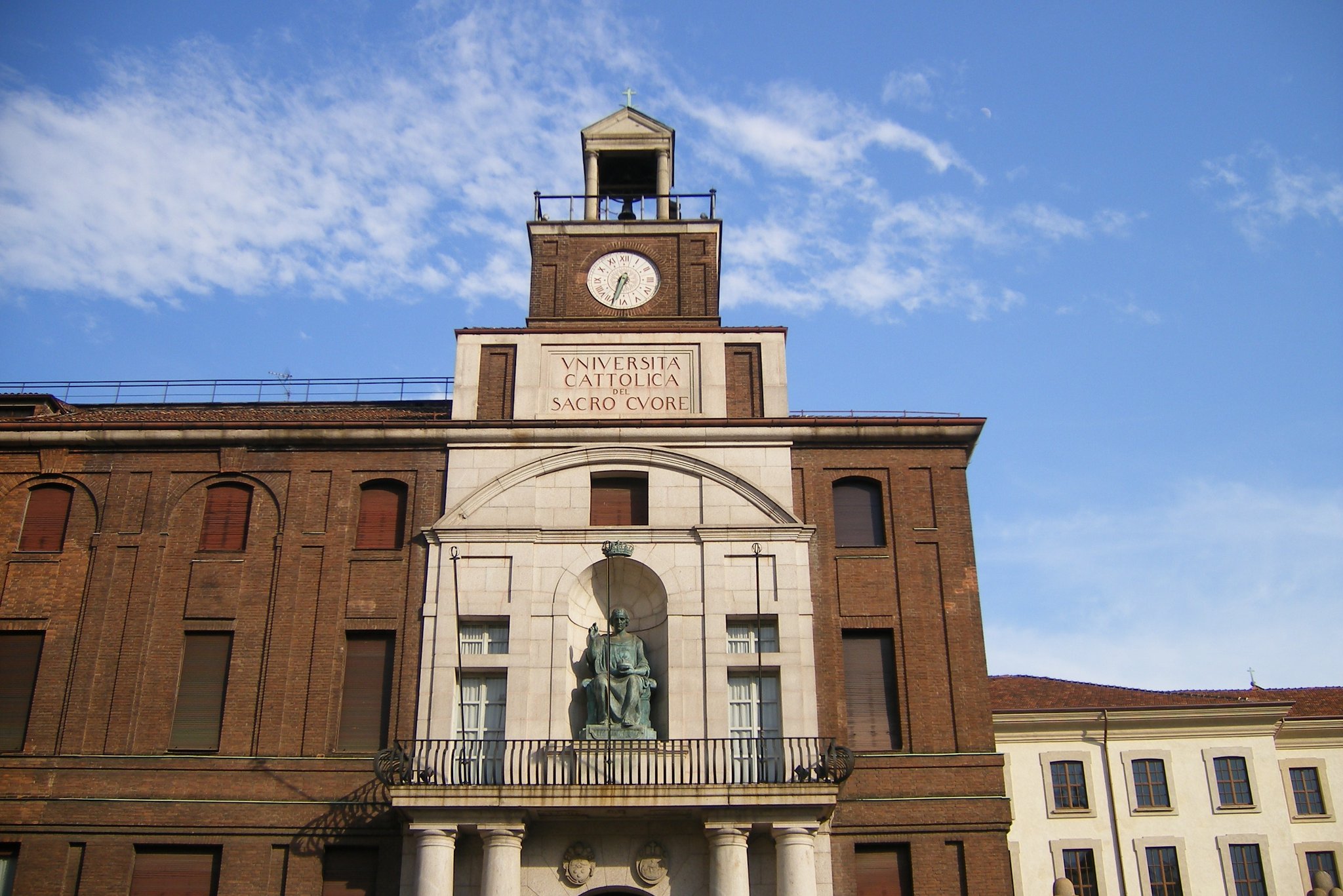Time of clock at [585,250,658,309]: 6:32
